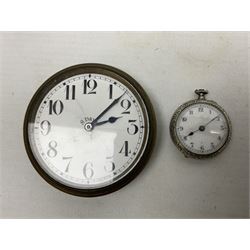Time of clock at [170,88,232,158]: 8:09
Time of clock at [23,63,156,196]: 2:07
